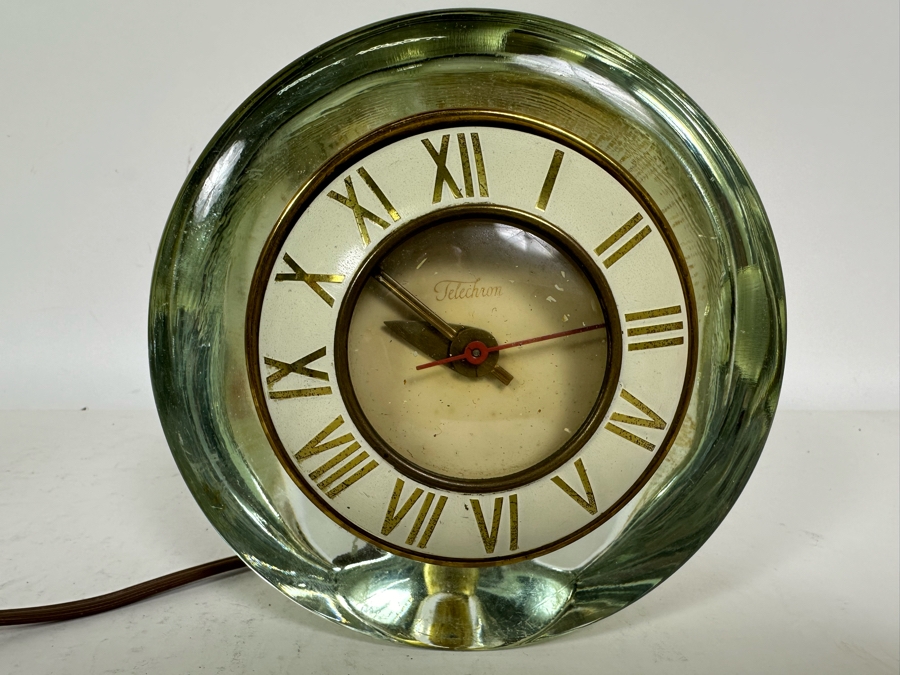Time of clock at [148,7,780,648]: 9:53
